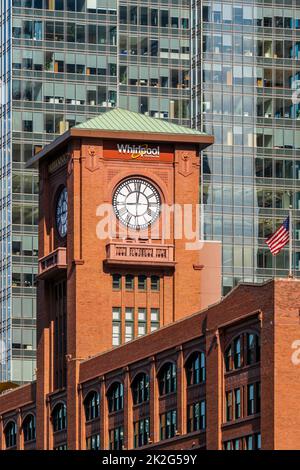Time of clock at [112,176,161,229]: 9:01
